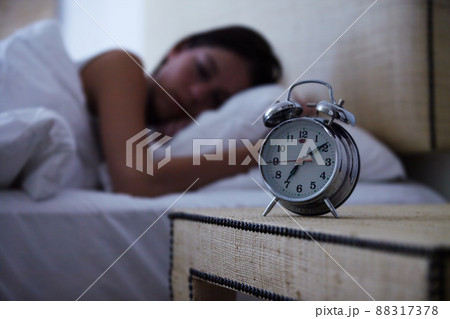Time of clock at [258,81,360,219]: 7:08
